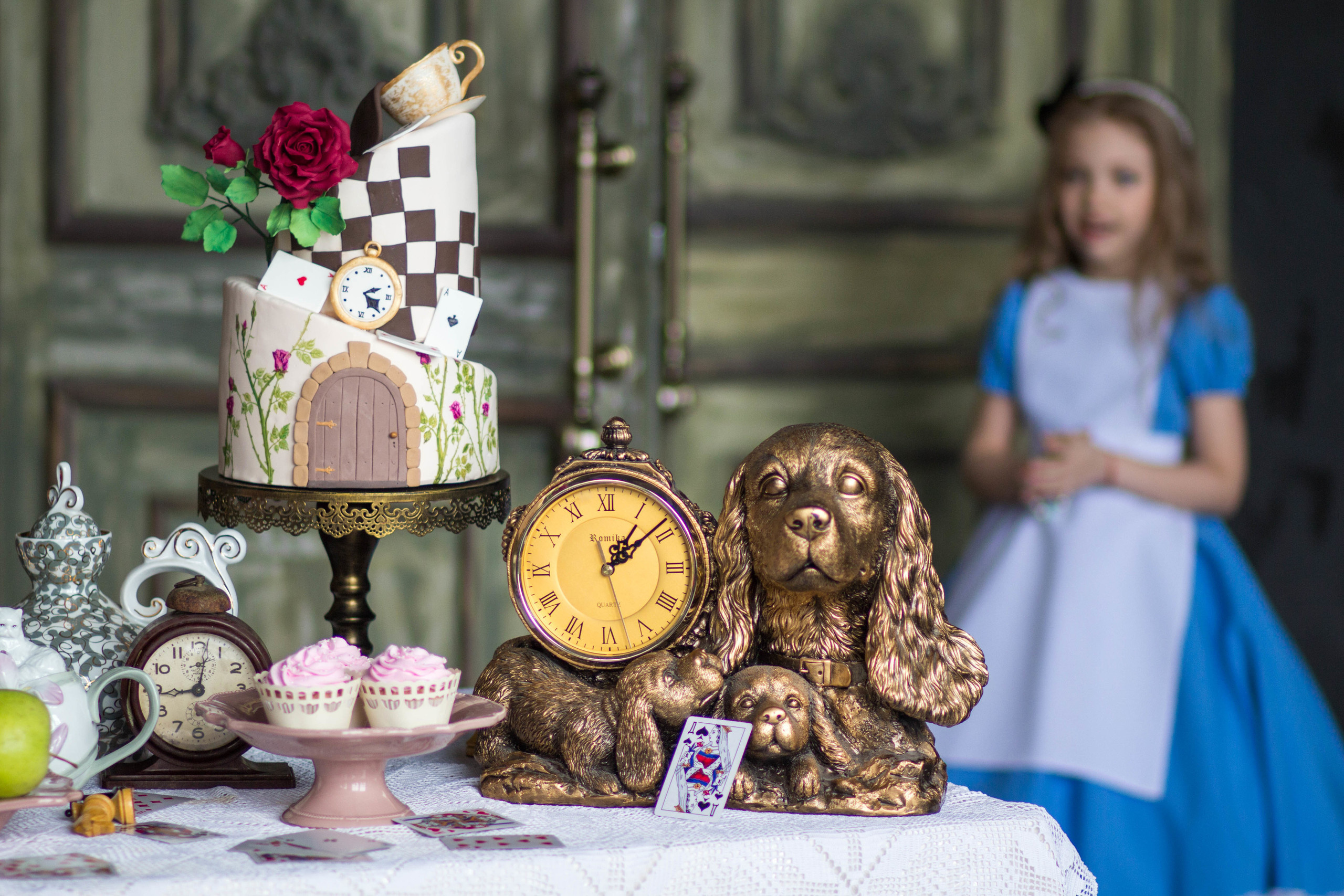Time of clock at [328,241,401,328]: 2:22
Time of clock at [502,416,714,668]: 1:08
